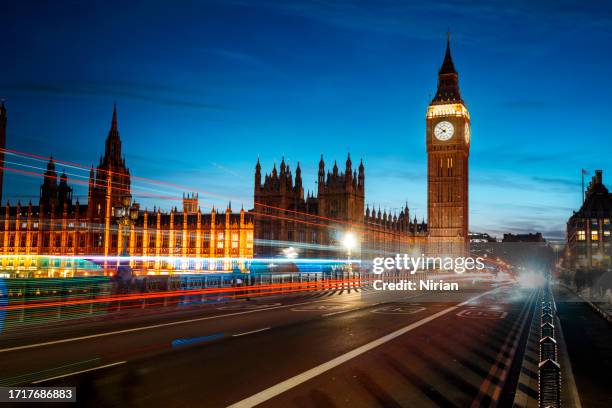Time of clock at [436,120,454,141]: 7:51
